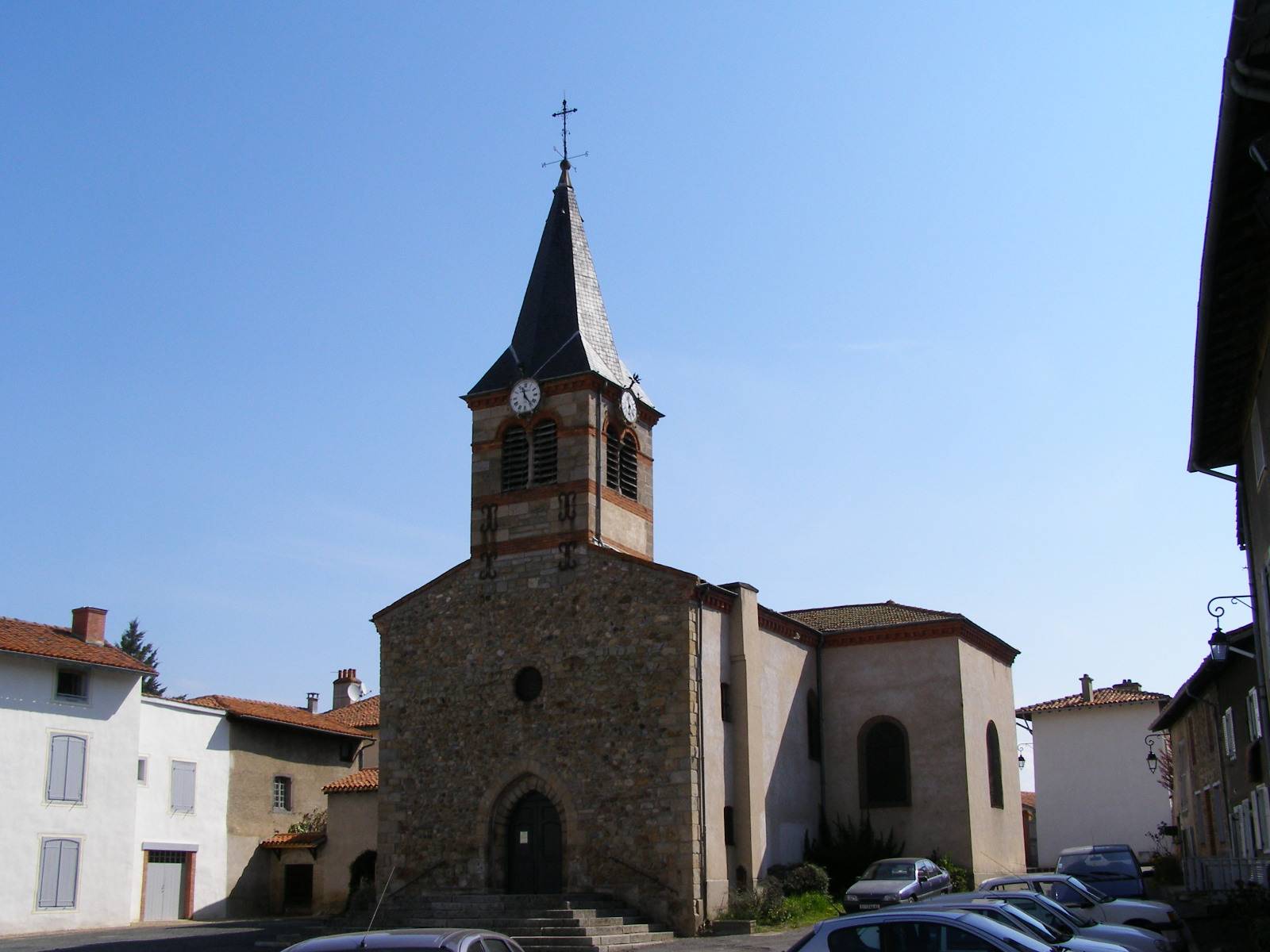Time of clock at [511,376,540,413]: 11:23
